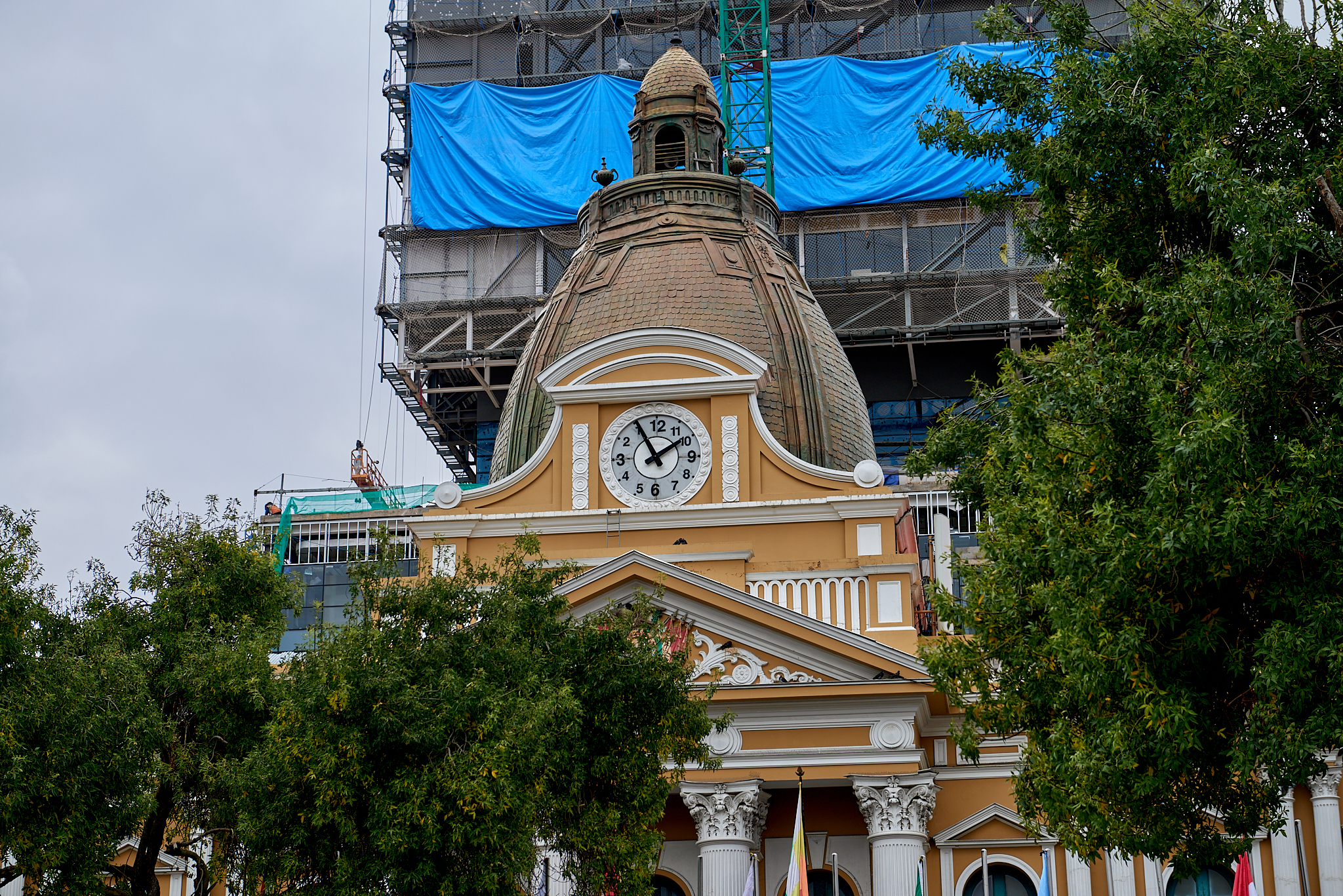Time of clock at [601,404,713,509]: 1:55
